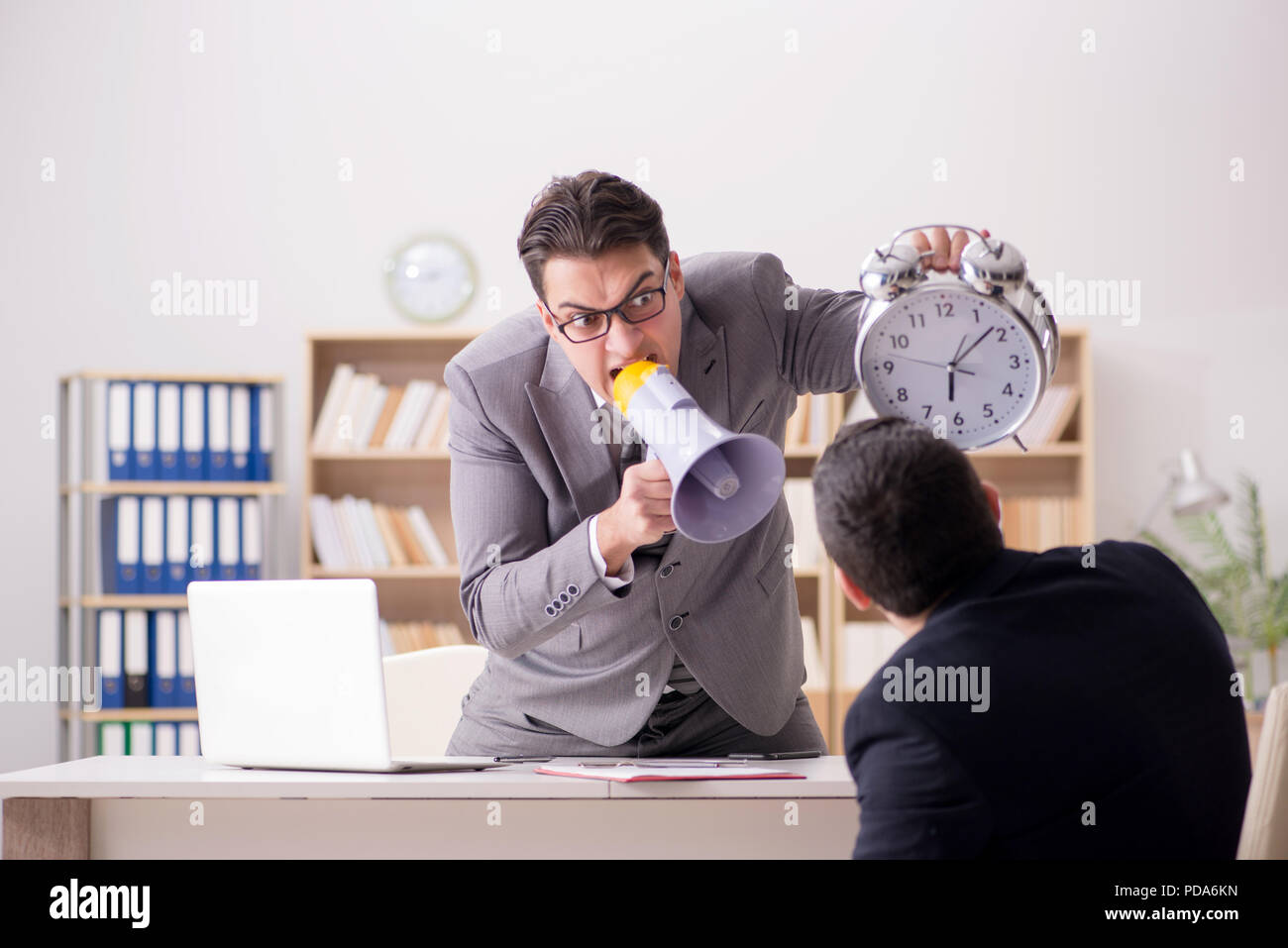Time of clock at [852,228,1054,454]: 6:08
